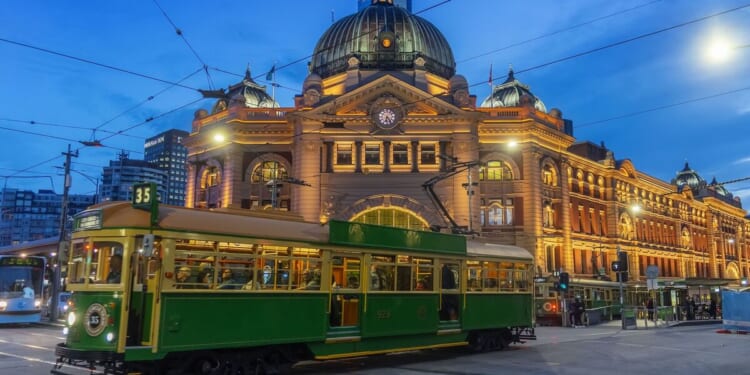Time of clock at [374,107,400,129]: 6:23
